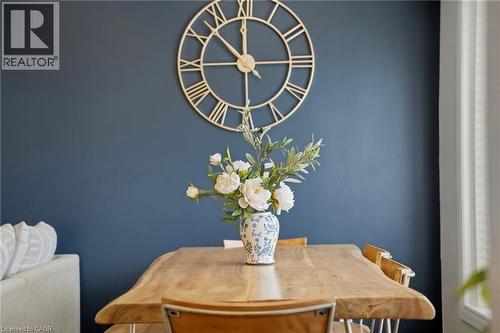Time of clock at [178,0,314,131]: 11:52
